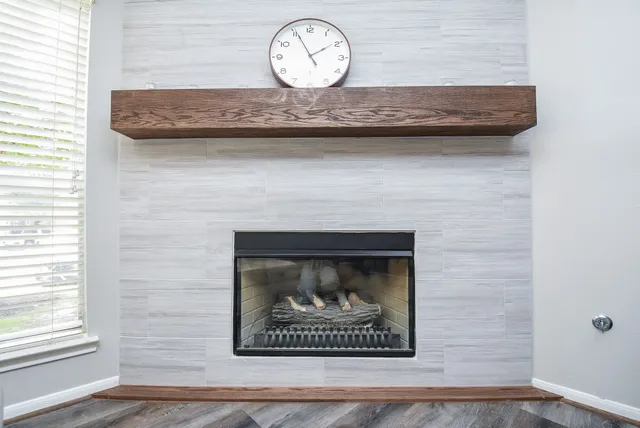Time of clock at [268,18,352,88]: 1:55
